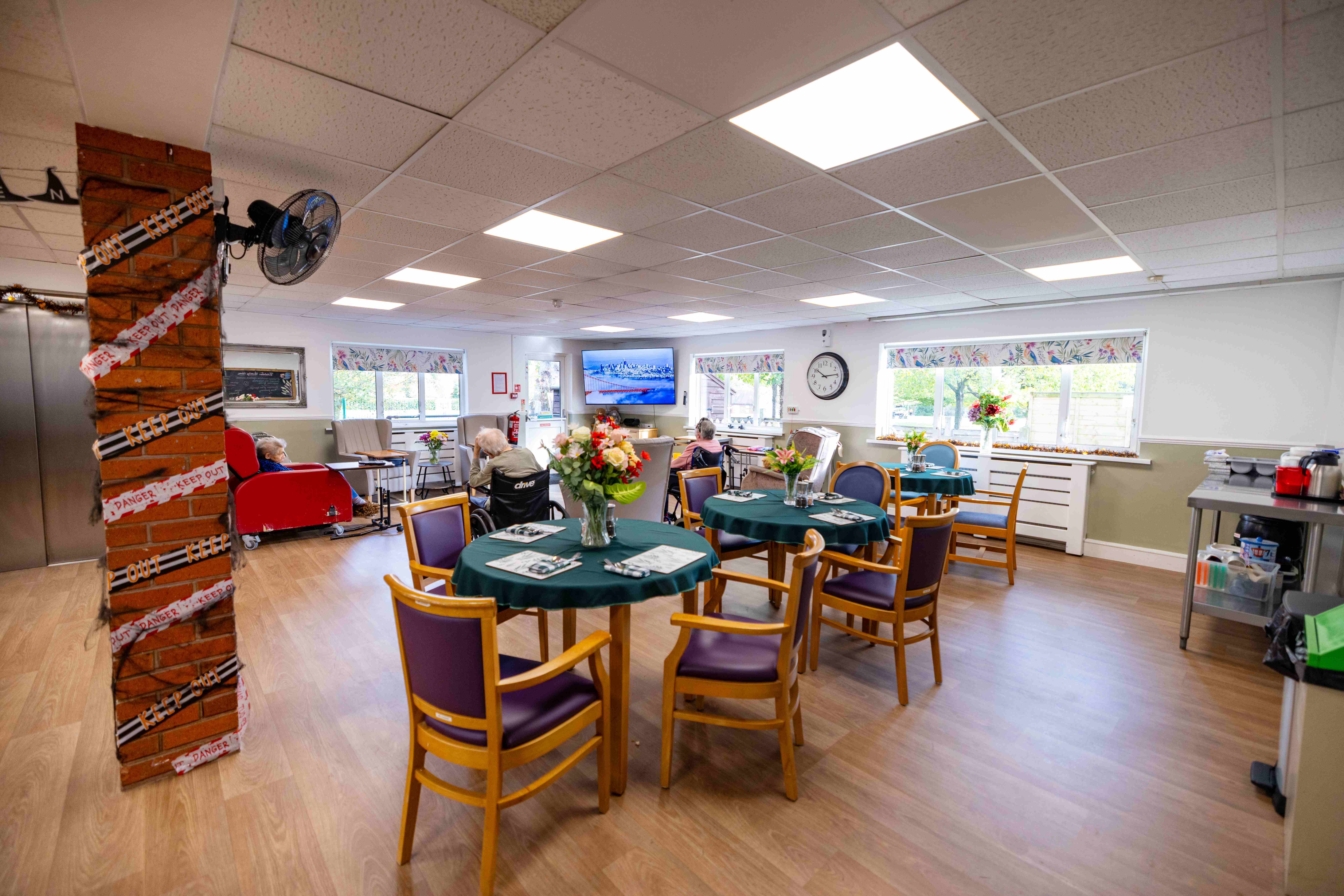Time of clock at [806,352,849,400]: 10:13
